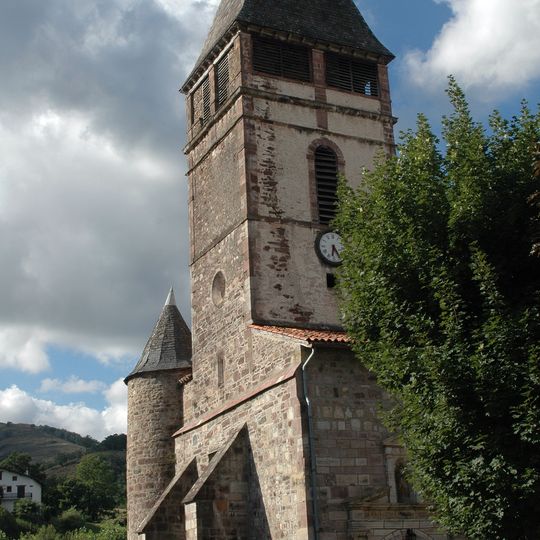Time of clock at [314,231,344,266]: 6:25
